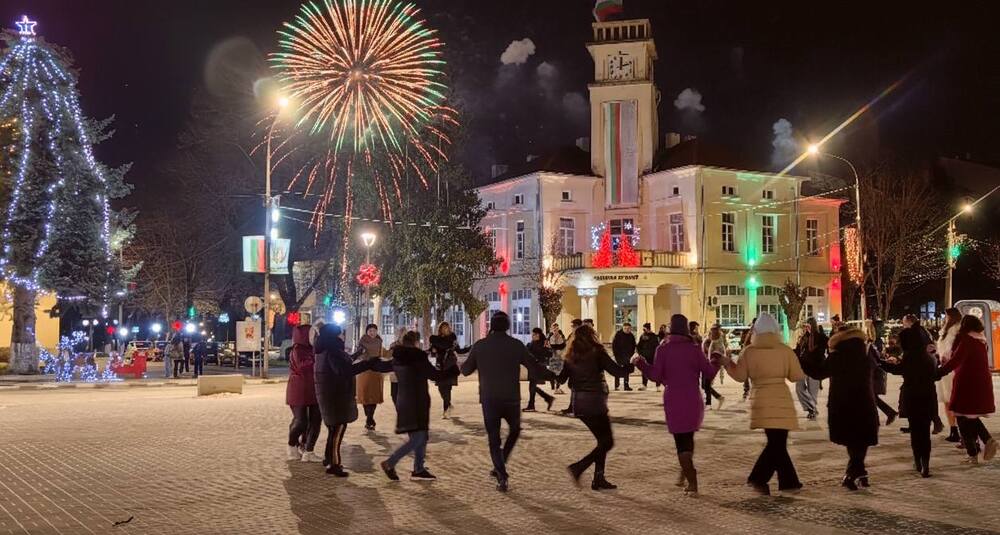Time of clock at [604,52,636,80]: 12:12
